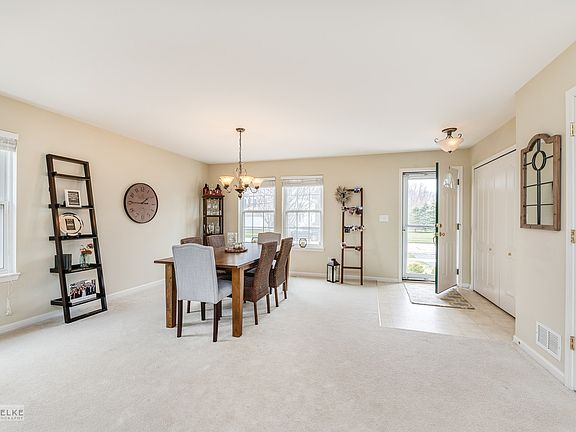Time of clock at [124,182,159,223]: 1:45
